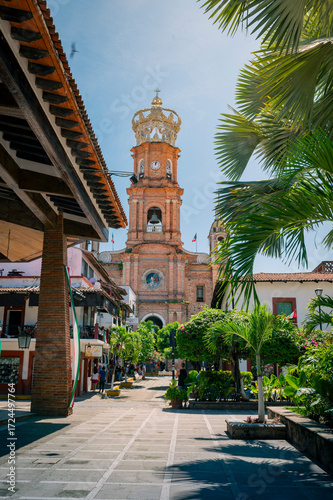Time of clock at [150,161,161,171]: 12:03
